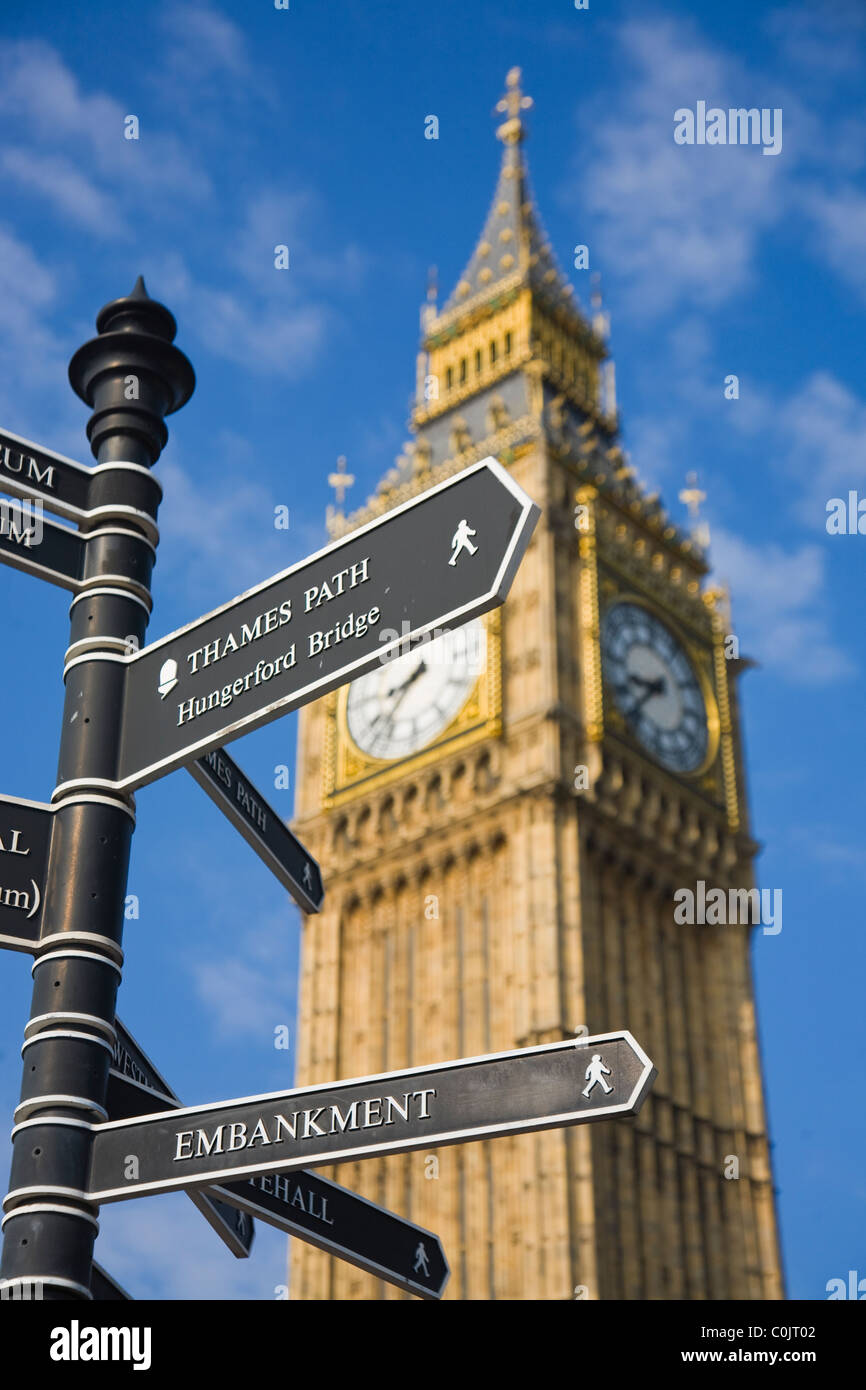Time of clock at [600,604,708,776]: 8:37
